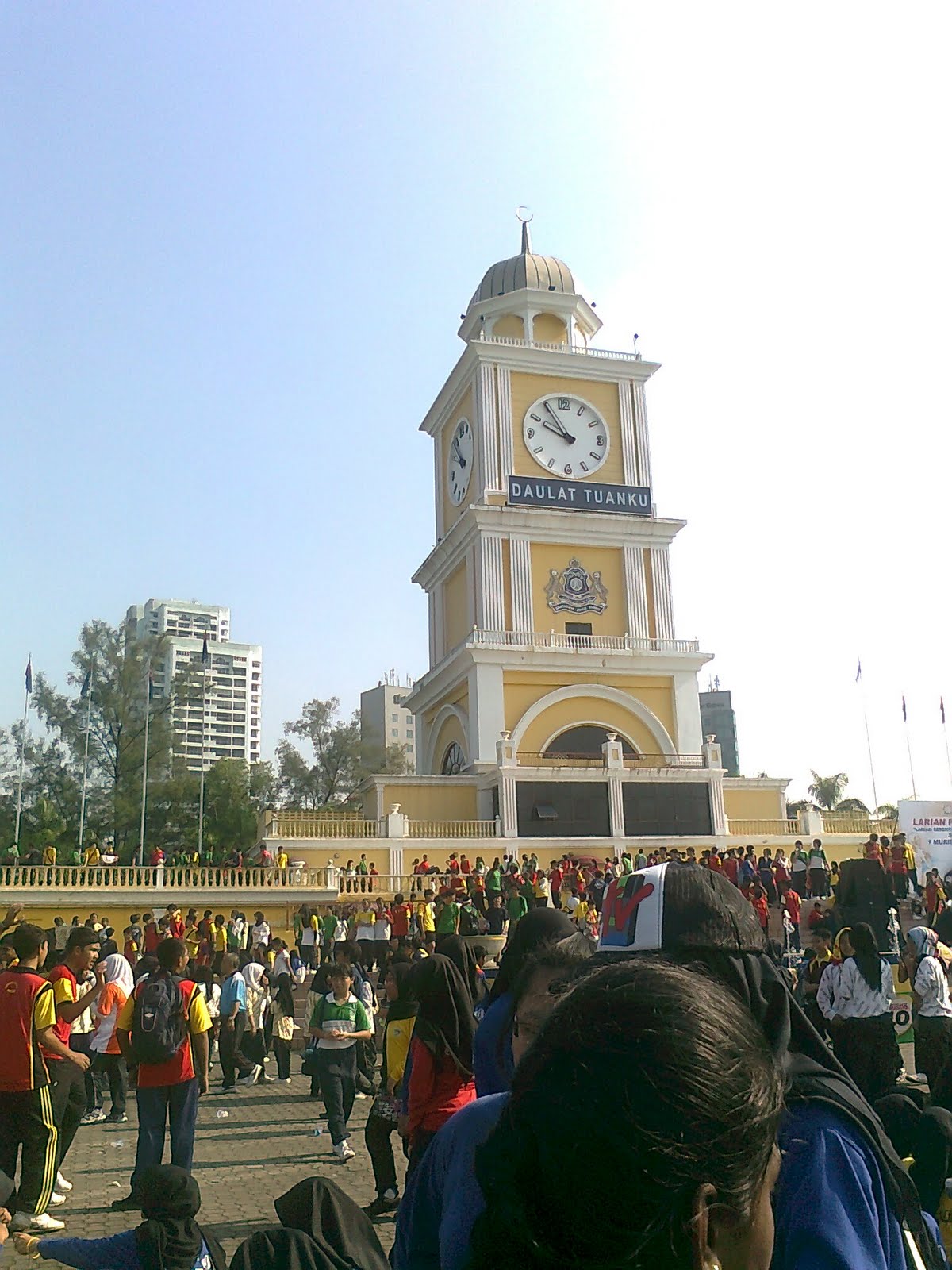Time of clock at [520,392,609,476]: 9:54
